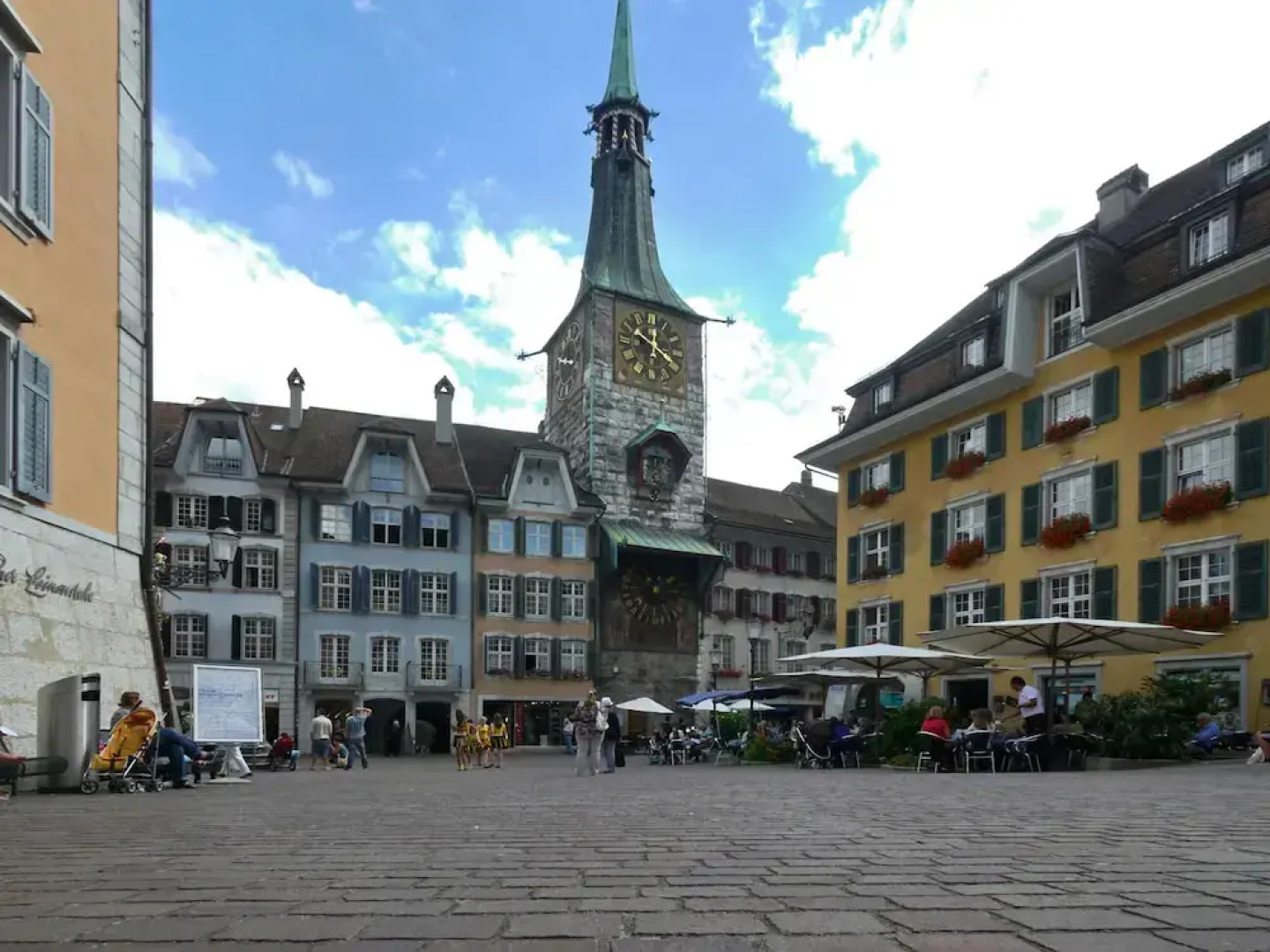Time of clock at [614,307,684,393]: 10:20
